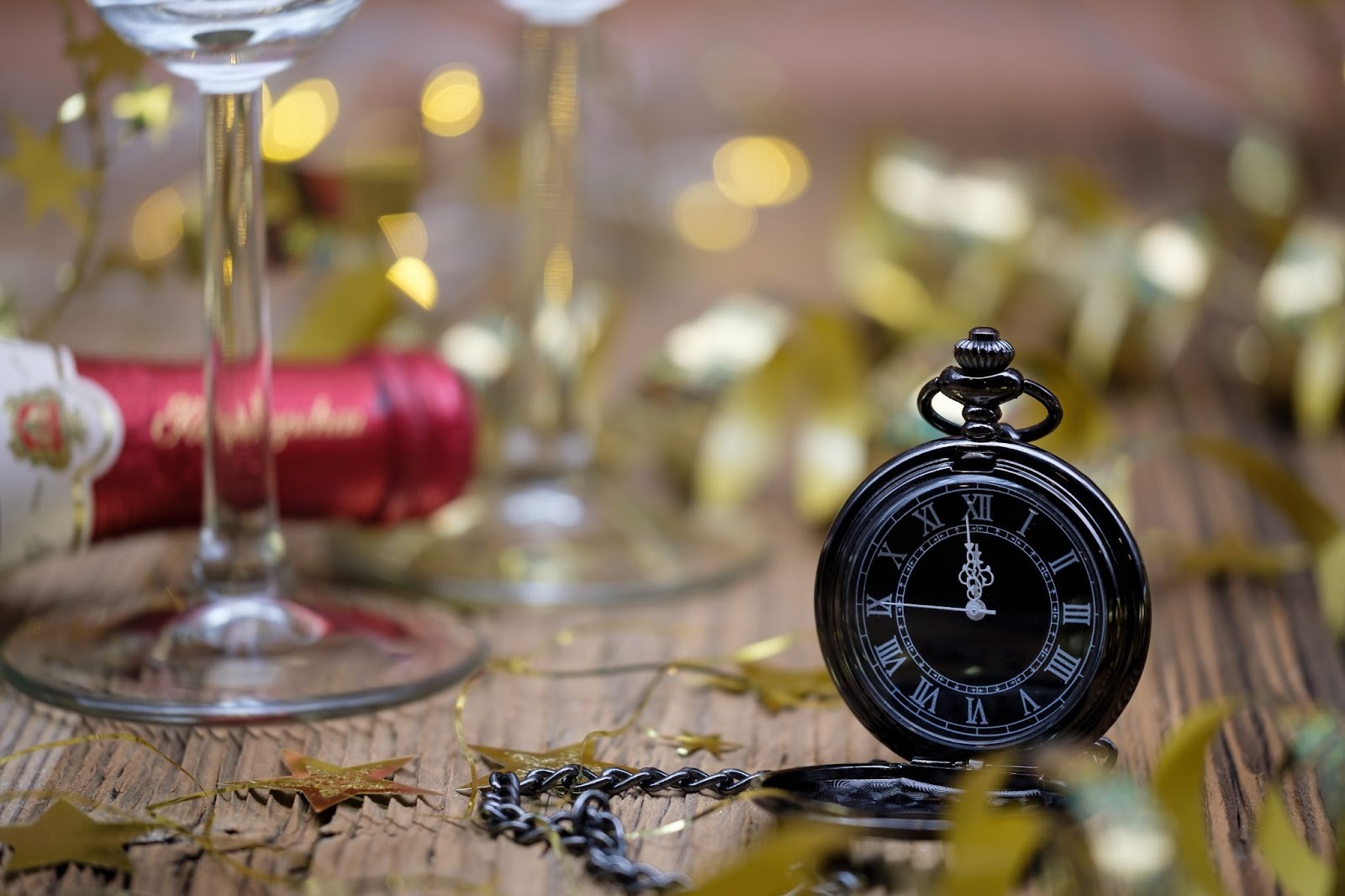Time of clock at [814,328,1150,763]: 11:45
